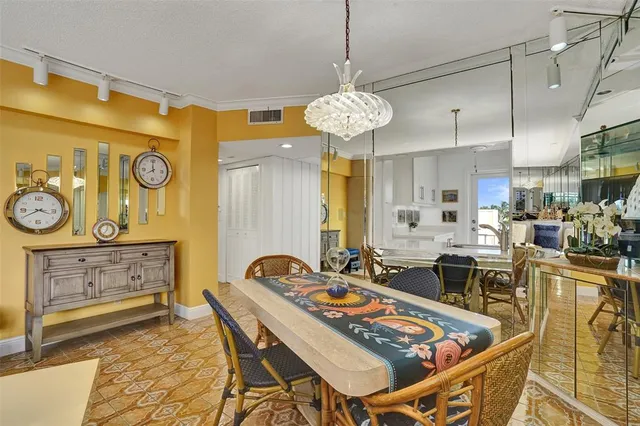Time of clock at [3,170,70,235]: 3:40
